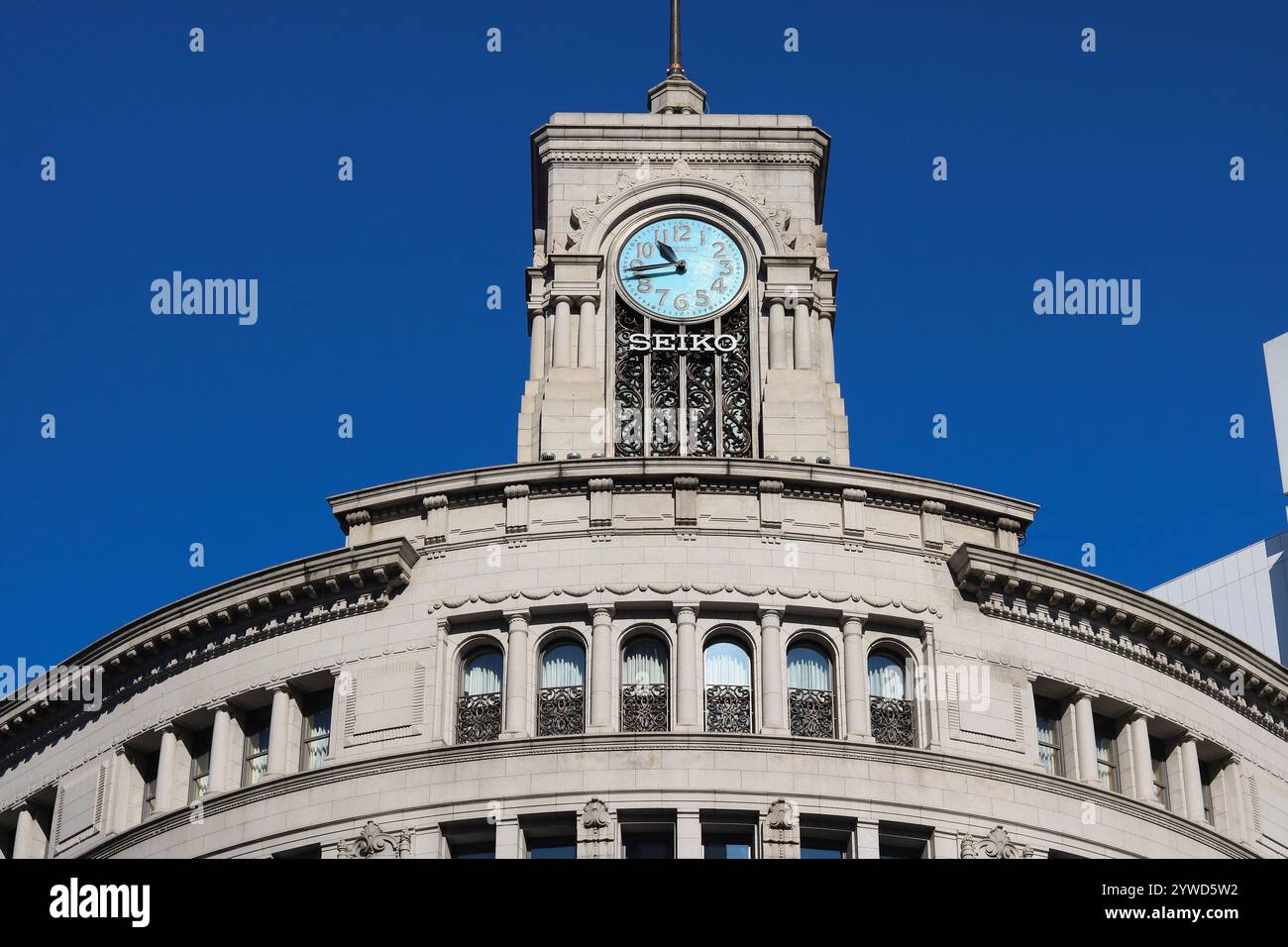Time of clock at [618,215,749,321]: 10:43
